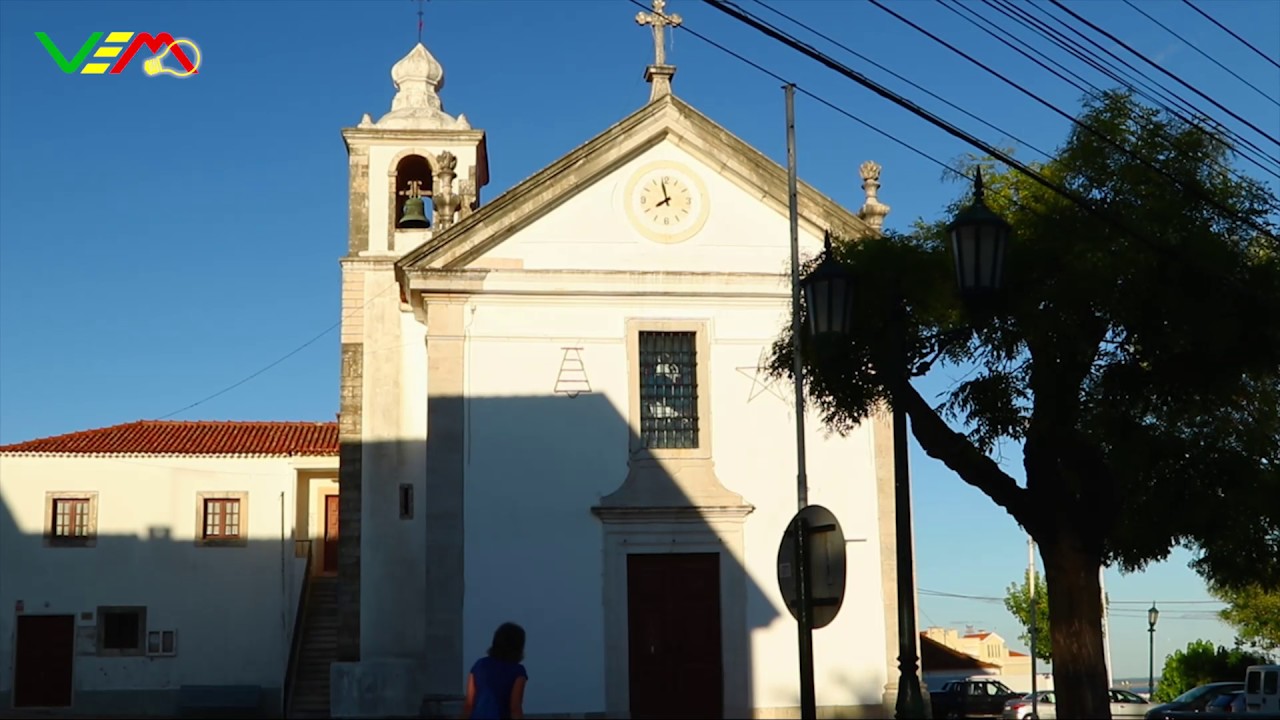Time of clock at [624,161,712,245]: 7:58
